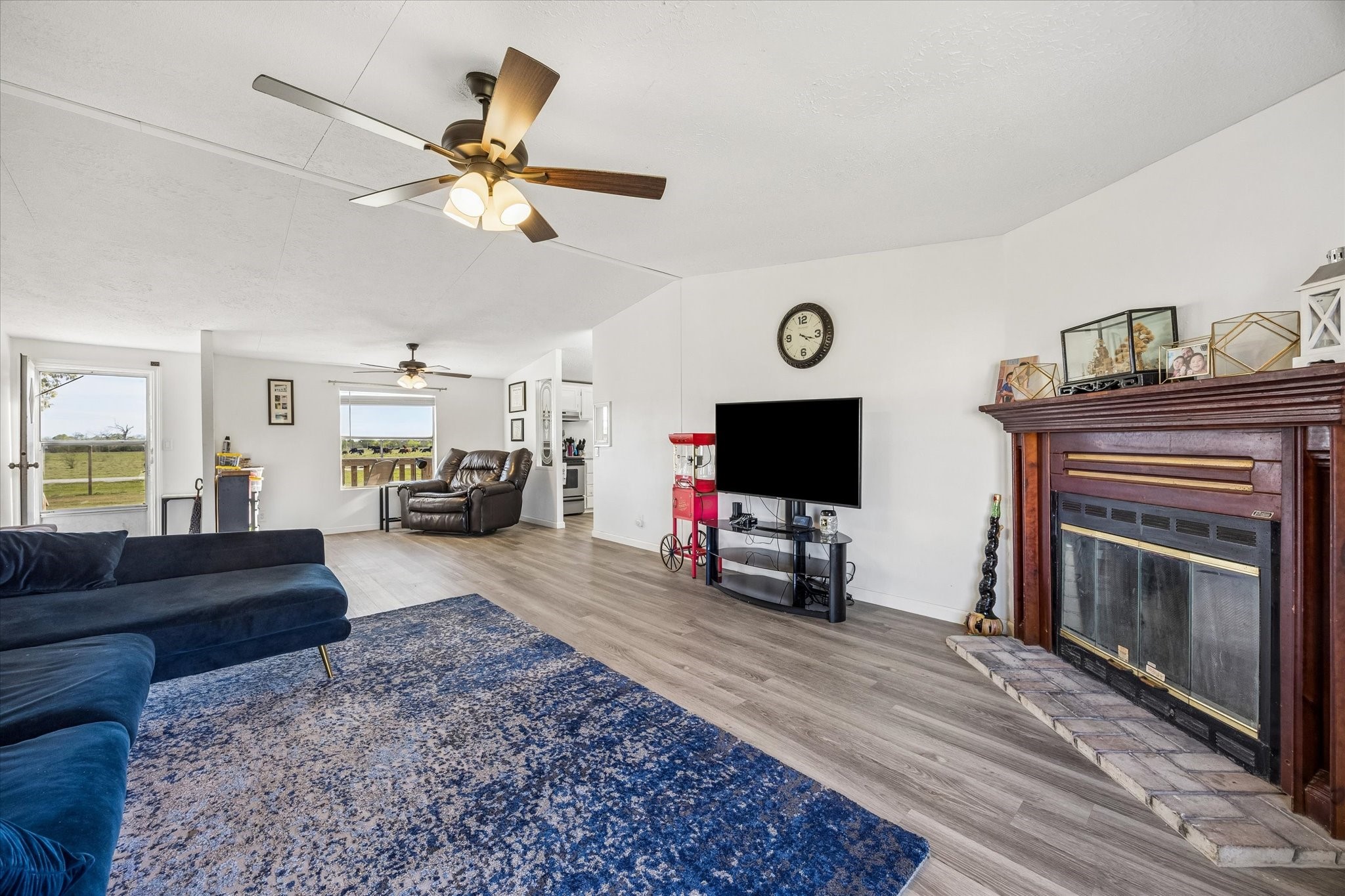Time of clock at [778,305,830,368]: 4:17
